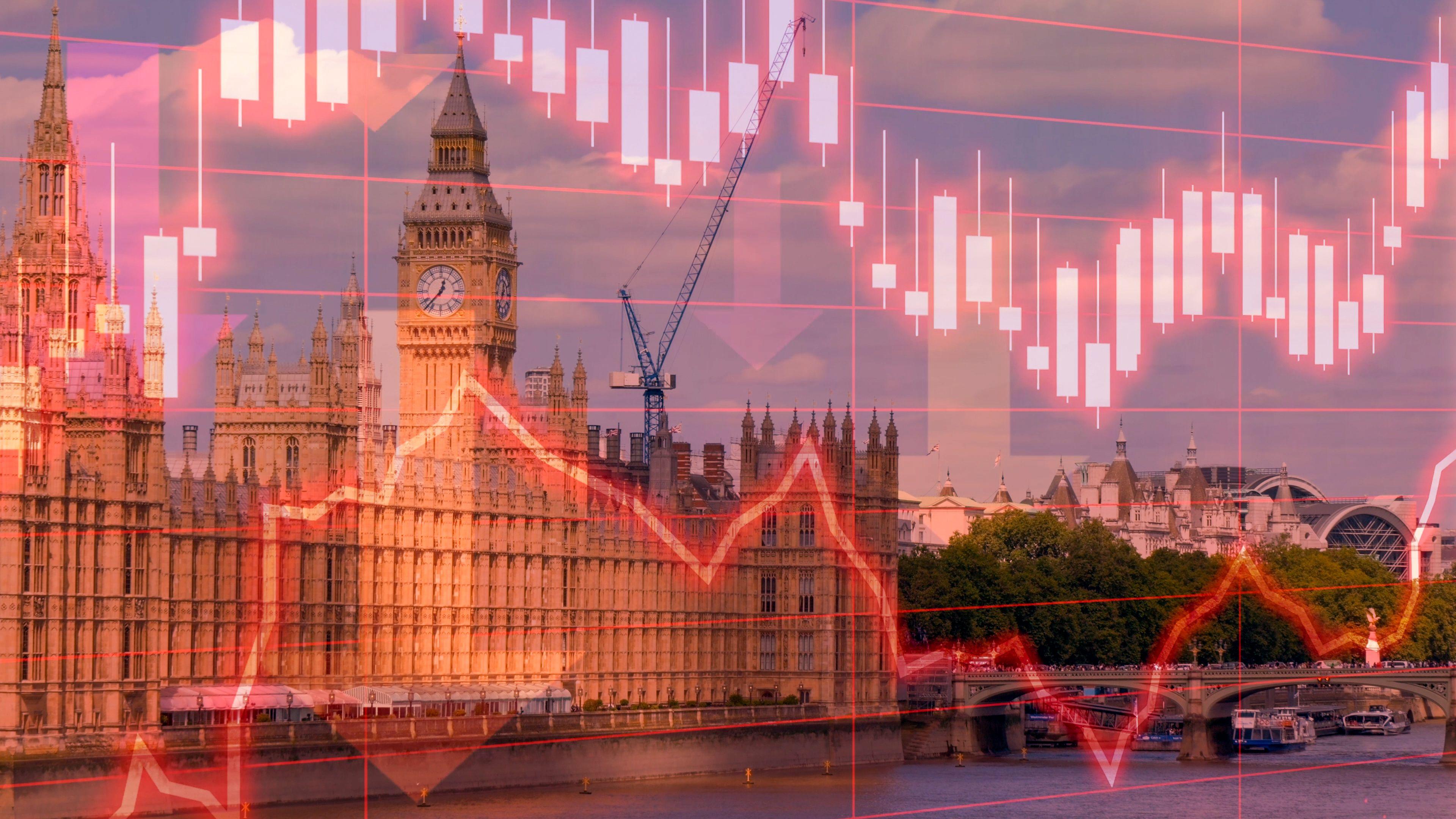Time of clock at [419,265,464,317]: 12:37
